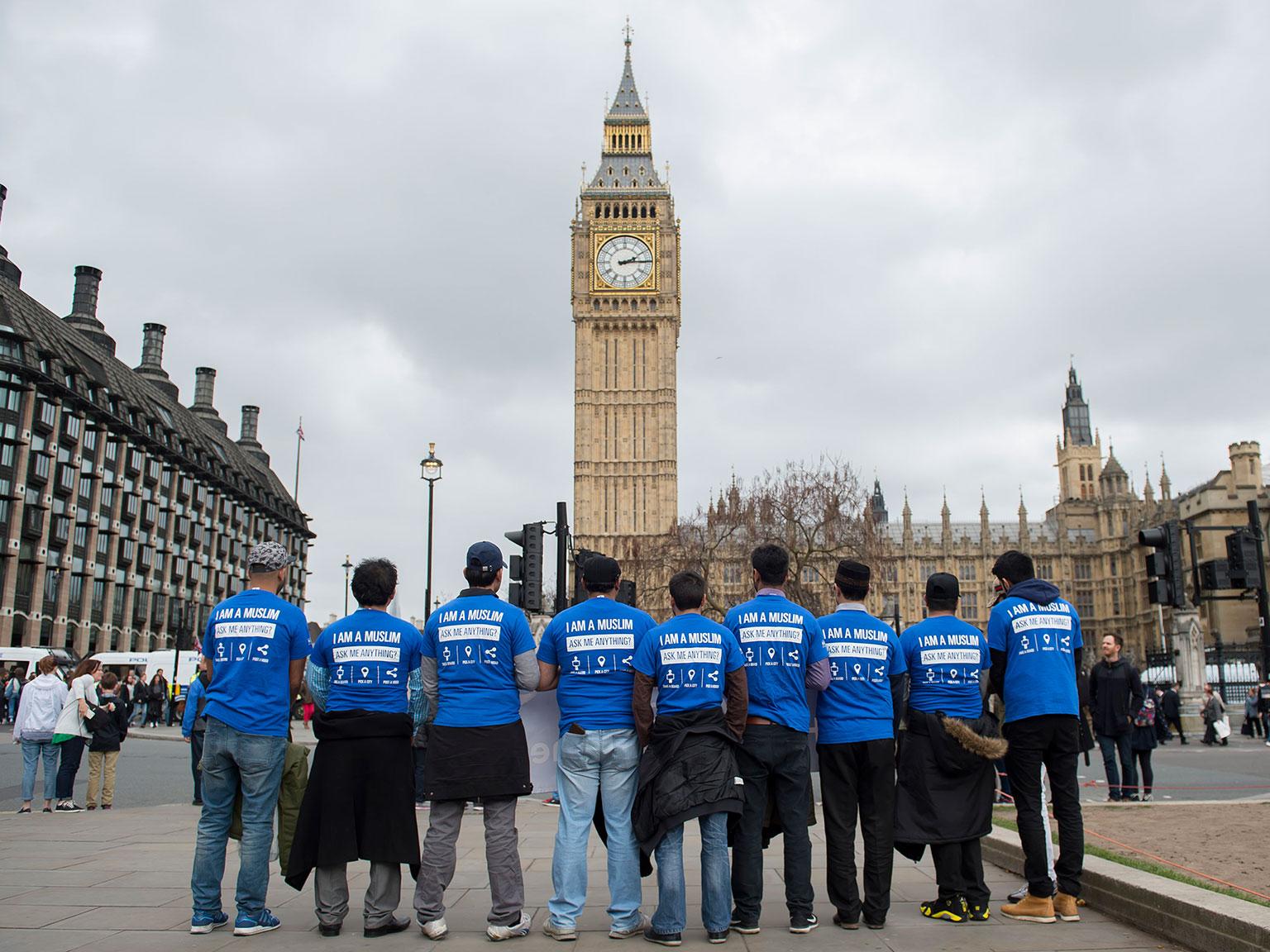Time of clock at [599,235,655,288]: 2:14
